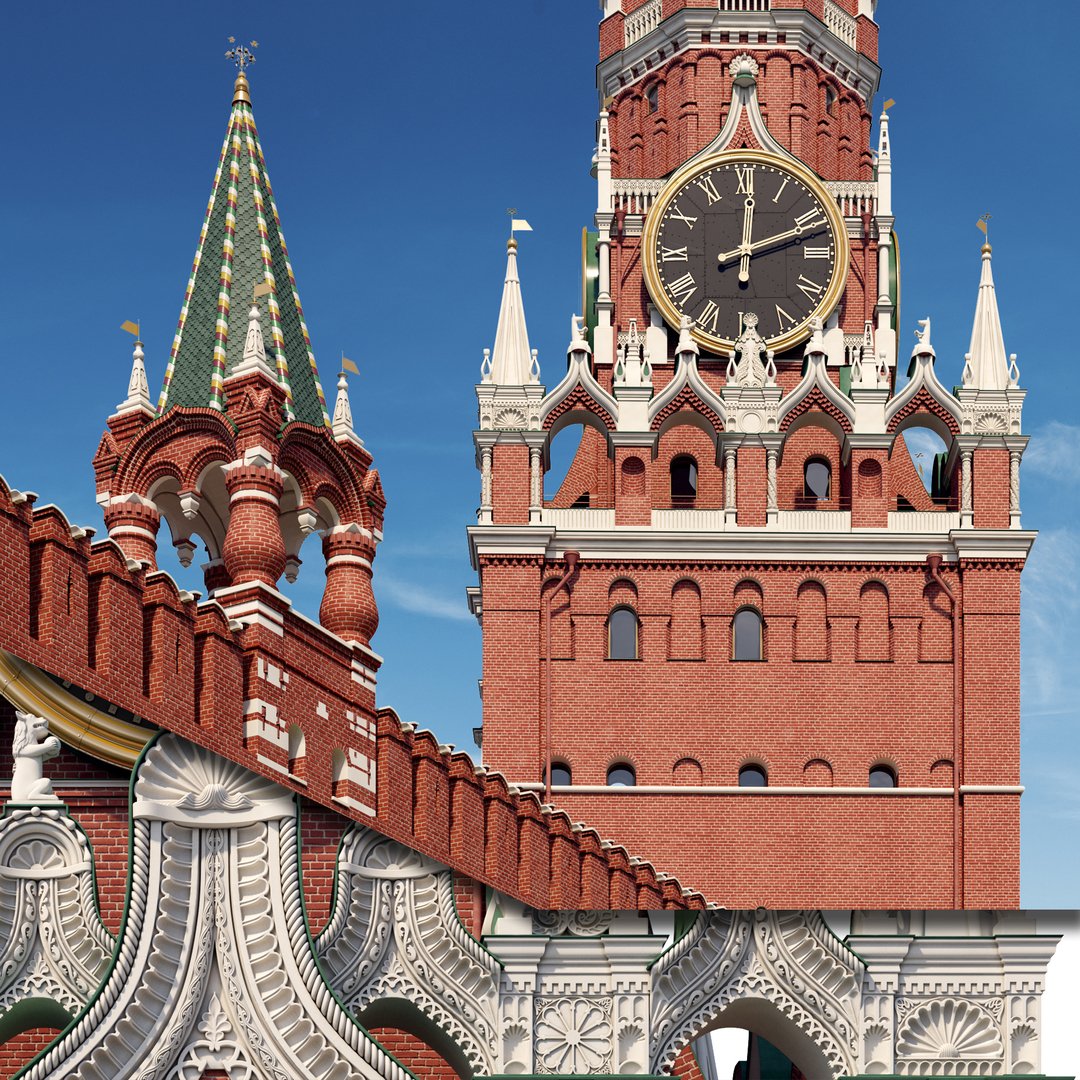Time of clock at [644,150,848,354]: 12:11
